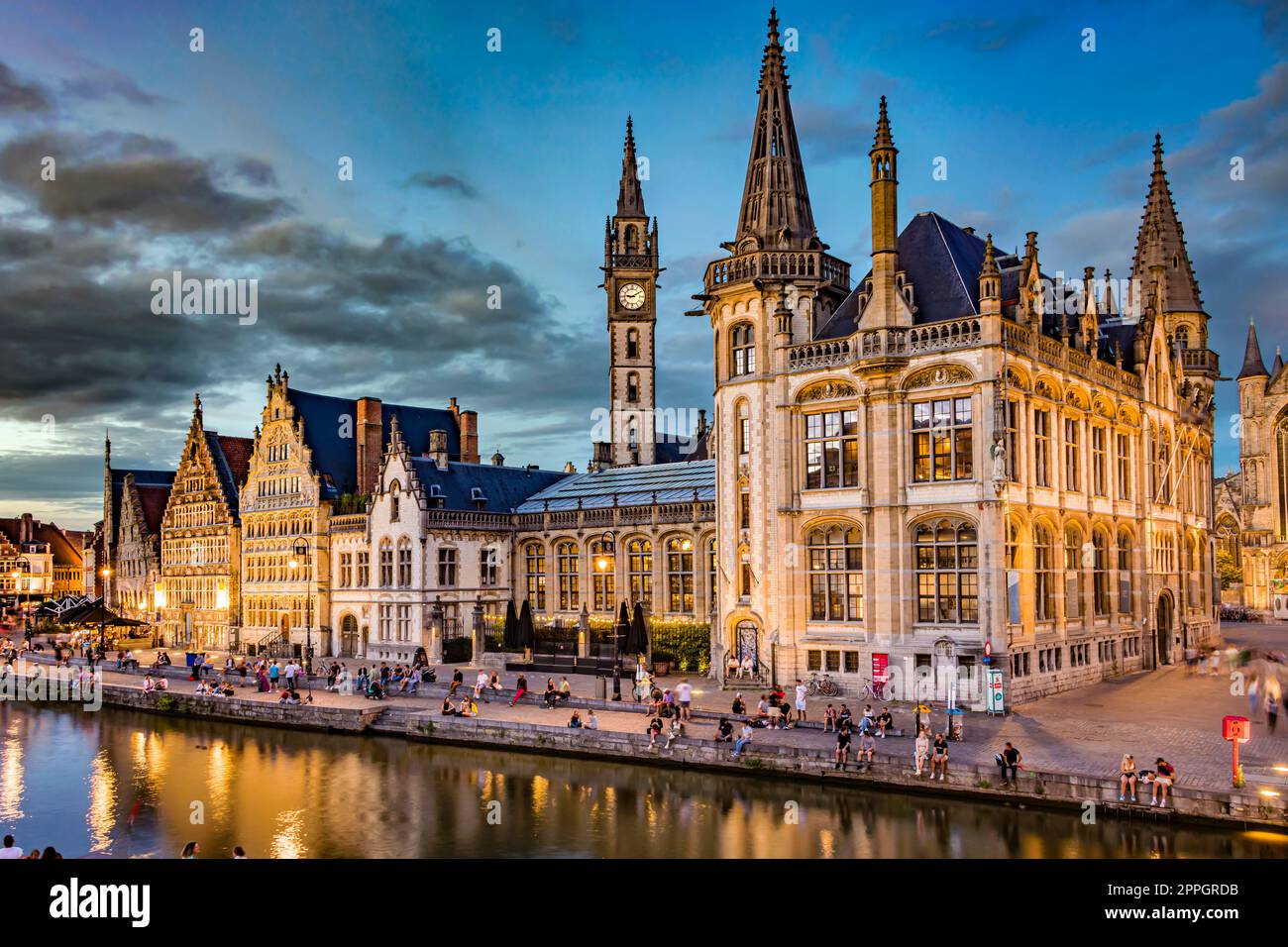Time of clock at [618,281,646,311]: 9:10
